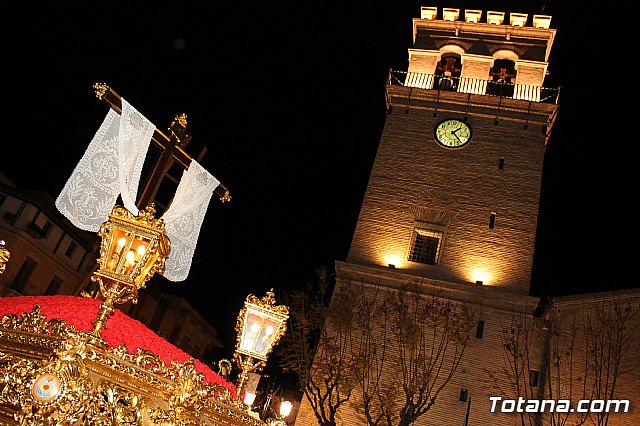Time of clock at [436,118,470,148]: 1:23
